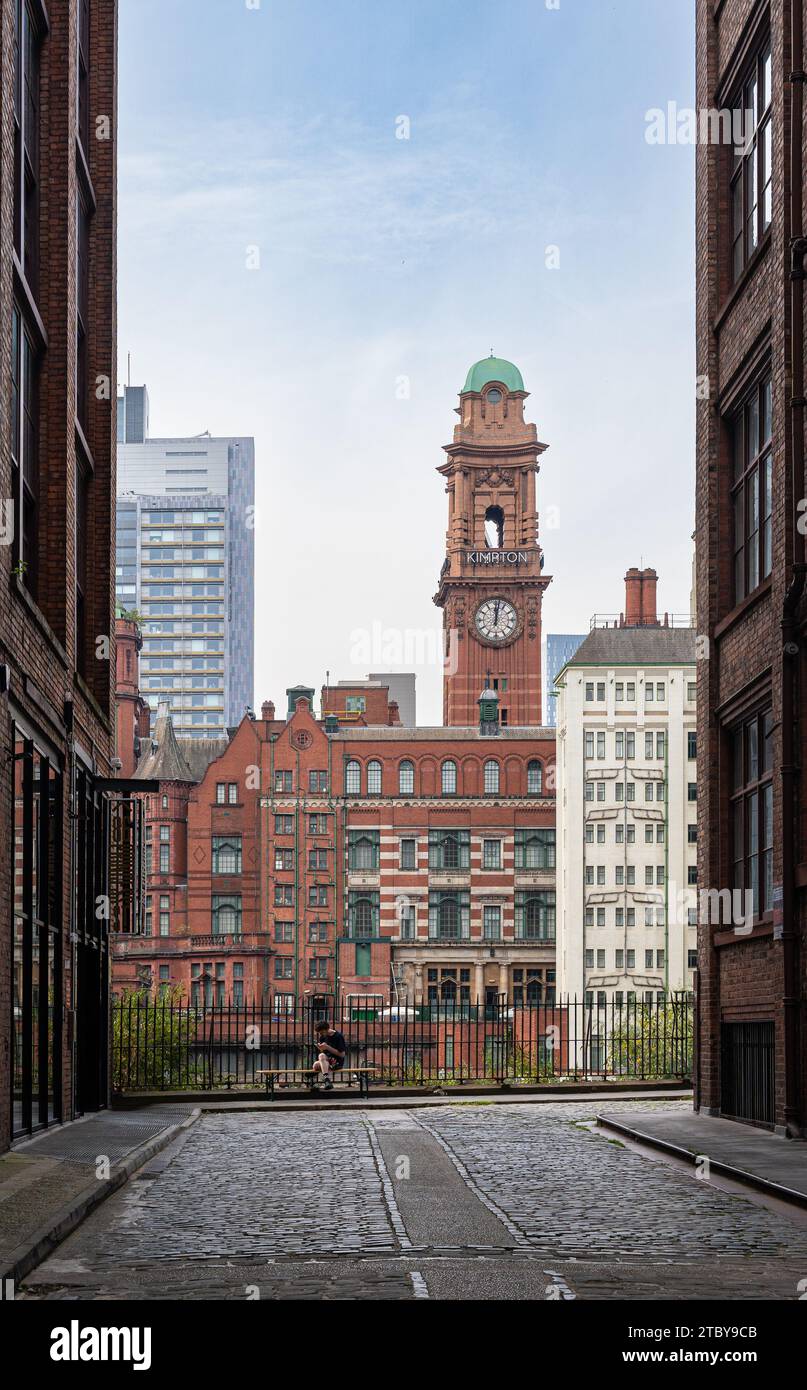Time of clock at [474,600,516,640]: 12:01
